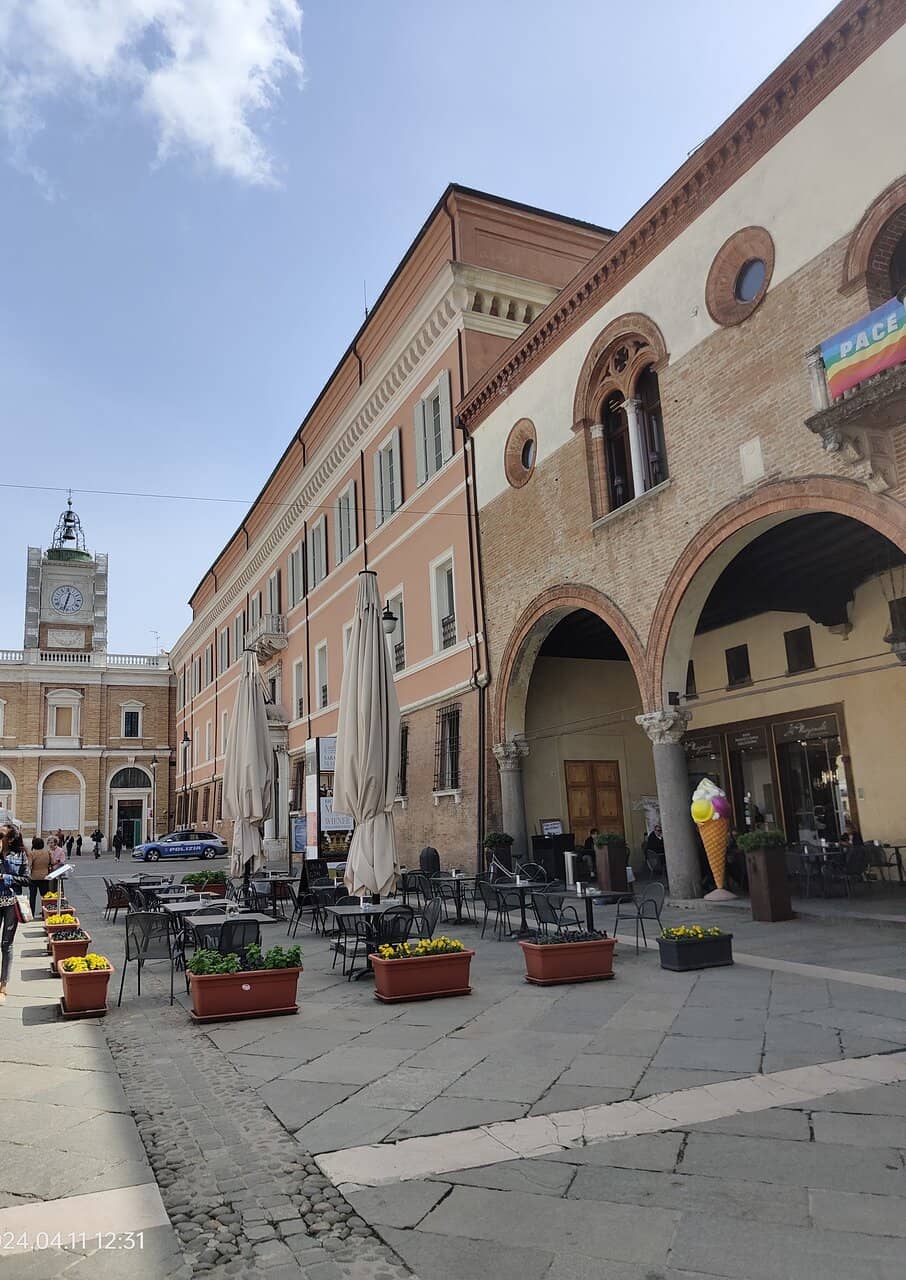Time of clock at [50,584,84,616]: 12:32
